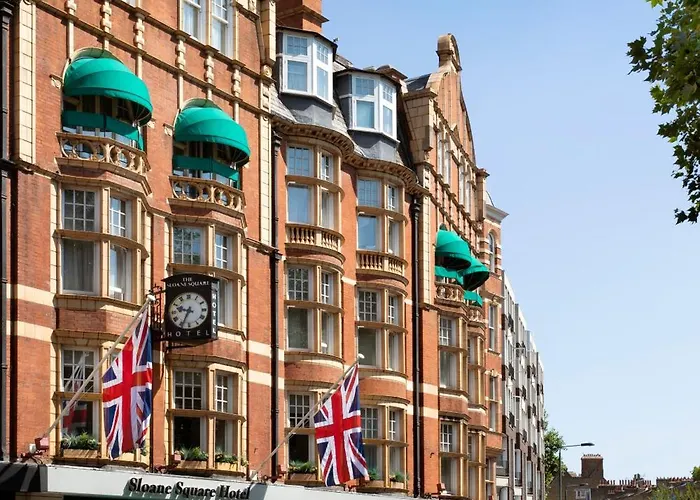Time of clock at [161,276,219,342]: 9:34
